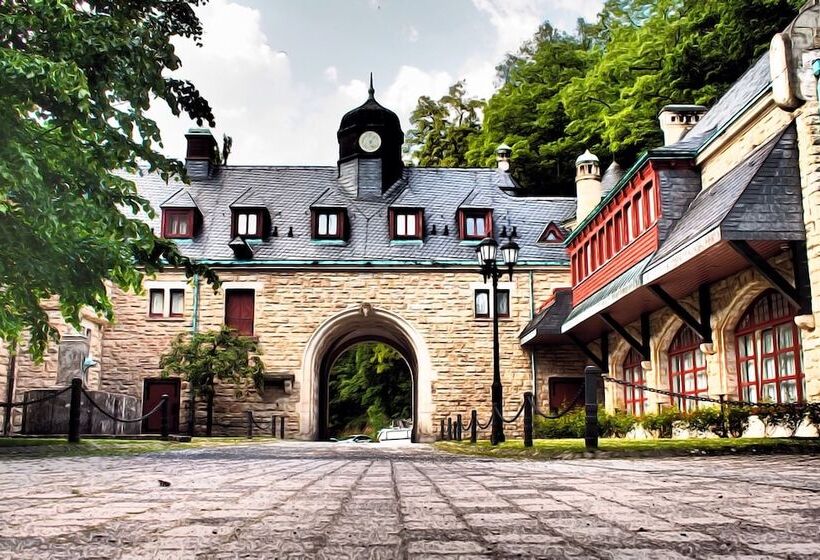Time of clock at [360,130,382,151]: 5:06
